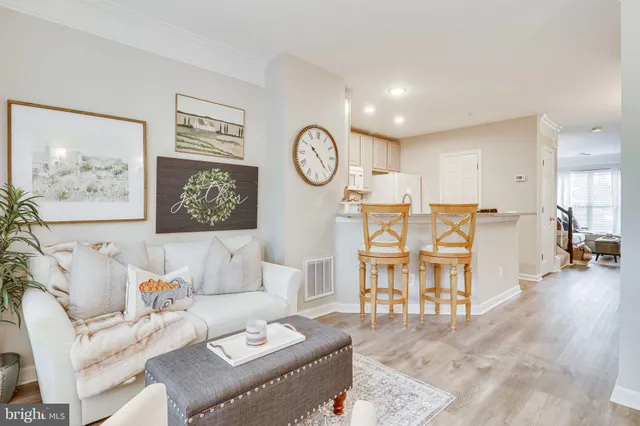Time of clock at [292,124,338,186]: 10:22
